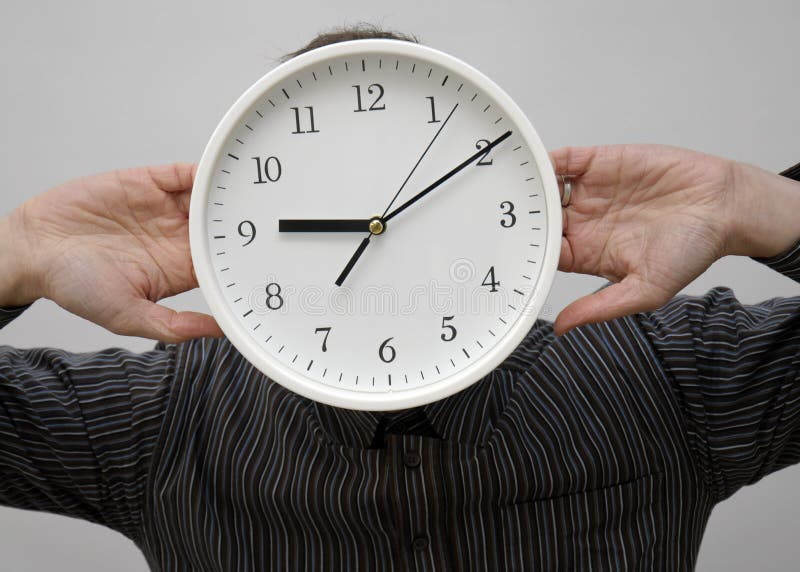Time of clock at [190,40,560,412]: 9:09
